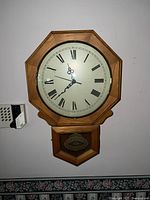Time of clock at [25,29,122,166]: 11:37
